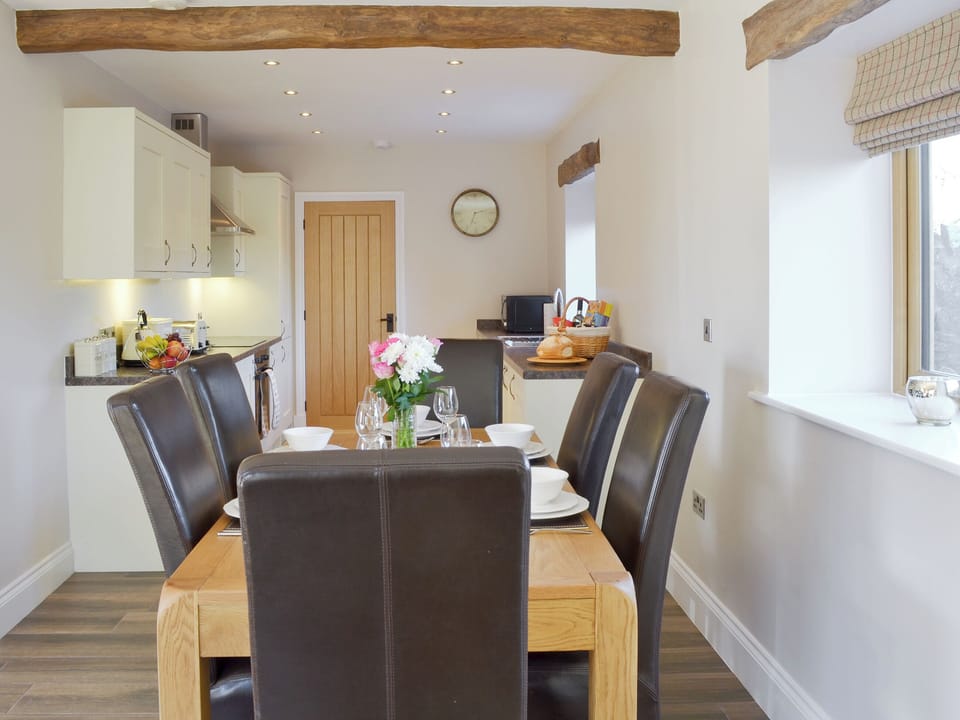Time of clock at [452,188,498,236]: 2:33
